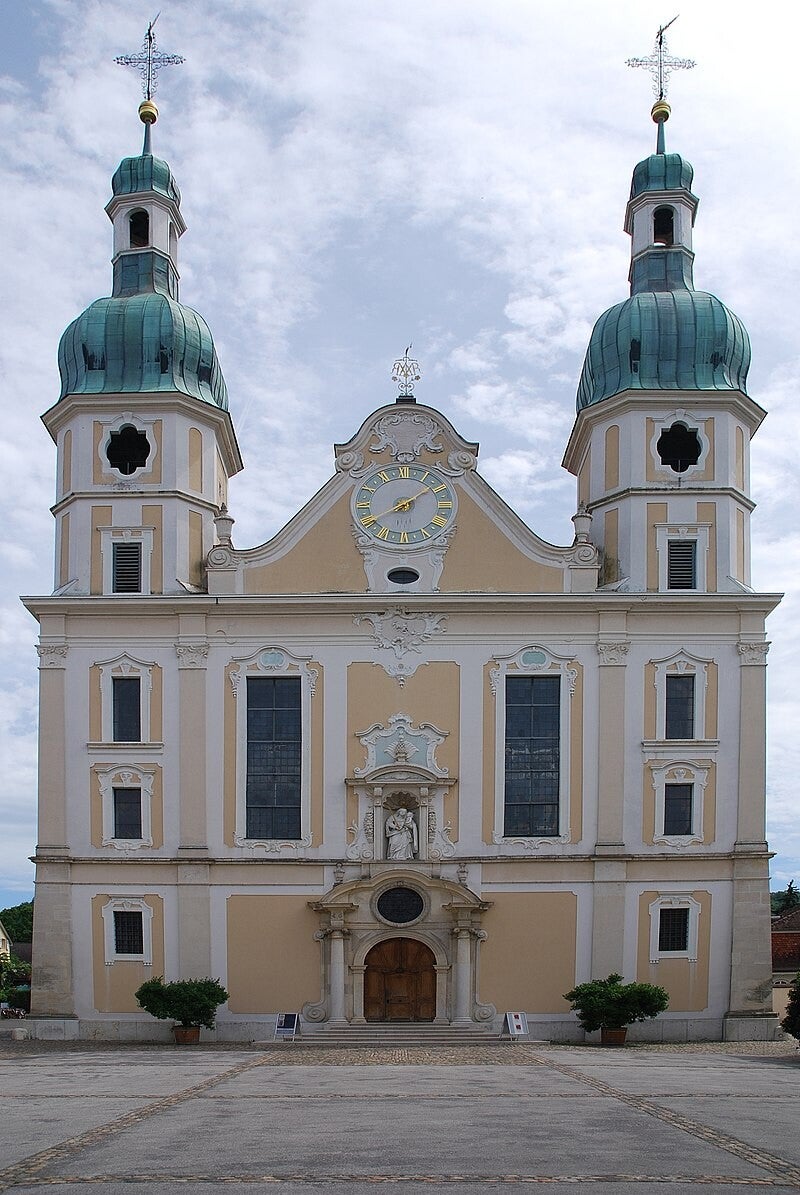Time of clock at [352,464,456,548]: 8:08
